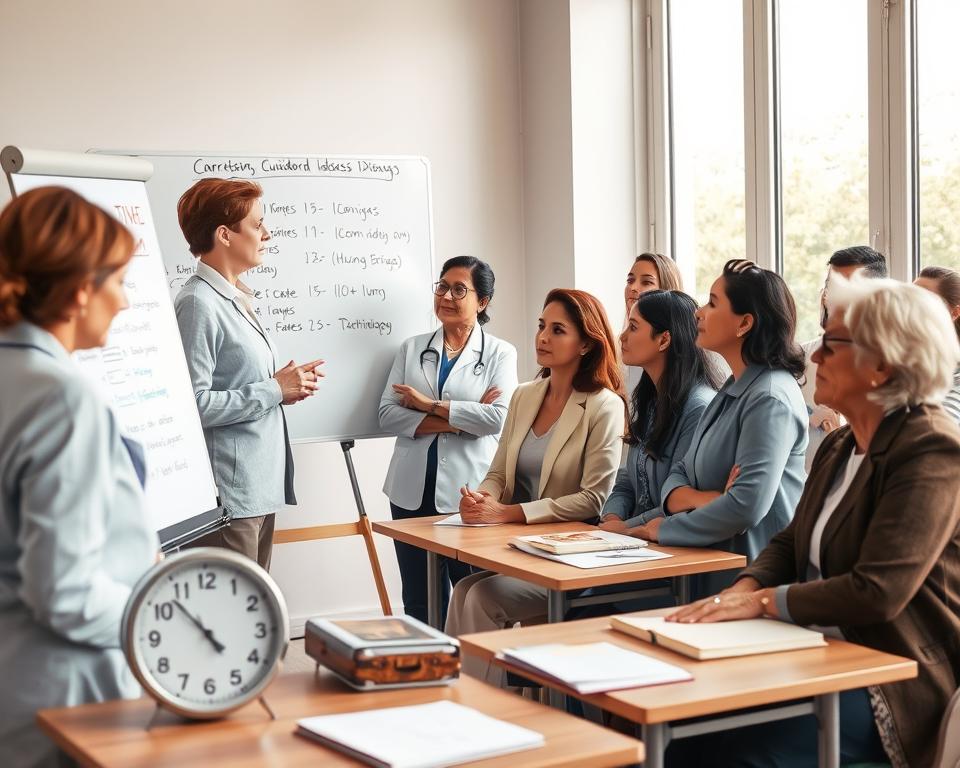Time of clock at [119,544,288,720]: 4:52
